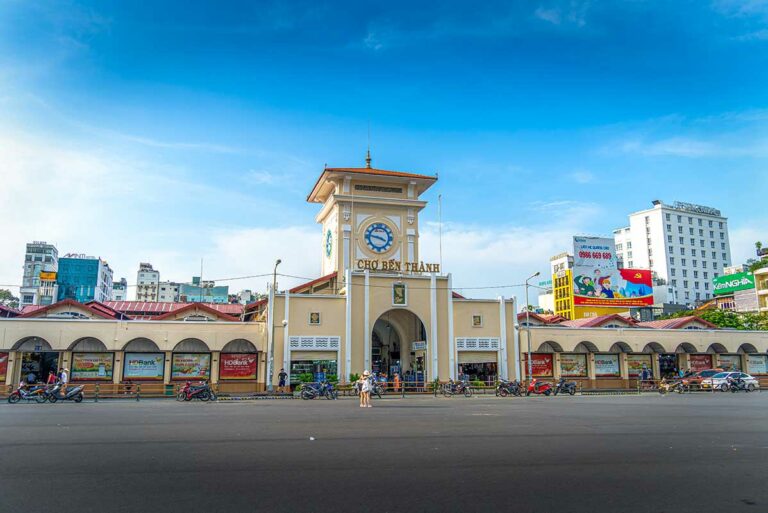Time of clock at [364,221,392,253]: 3:46
